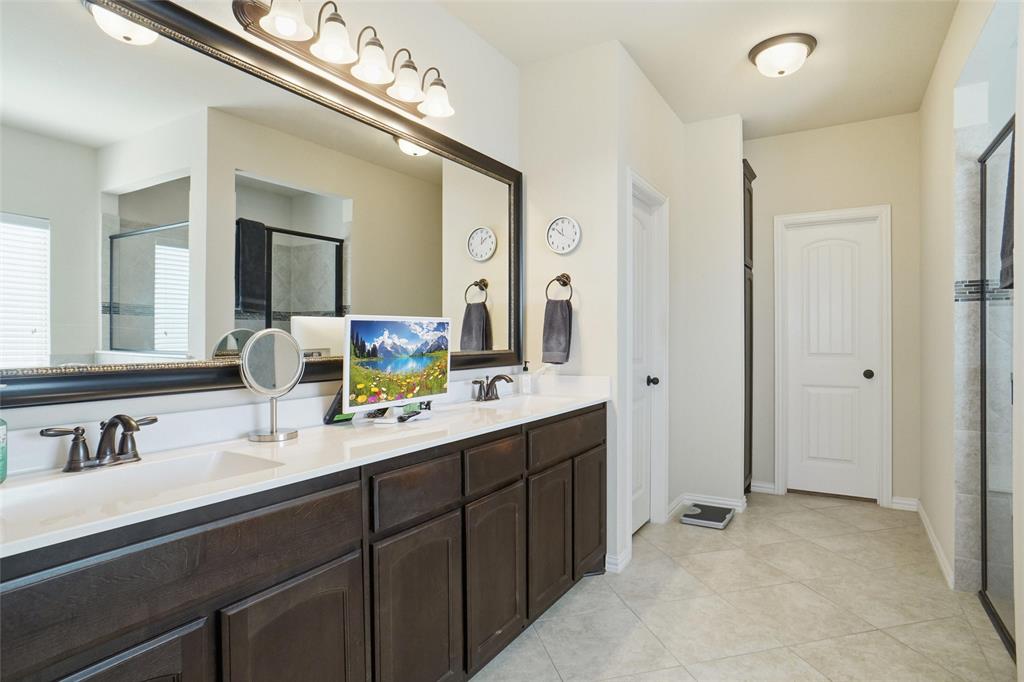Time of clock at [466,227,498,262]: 12:08
